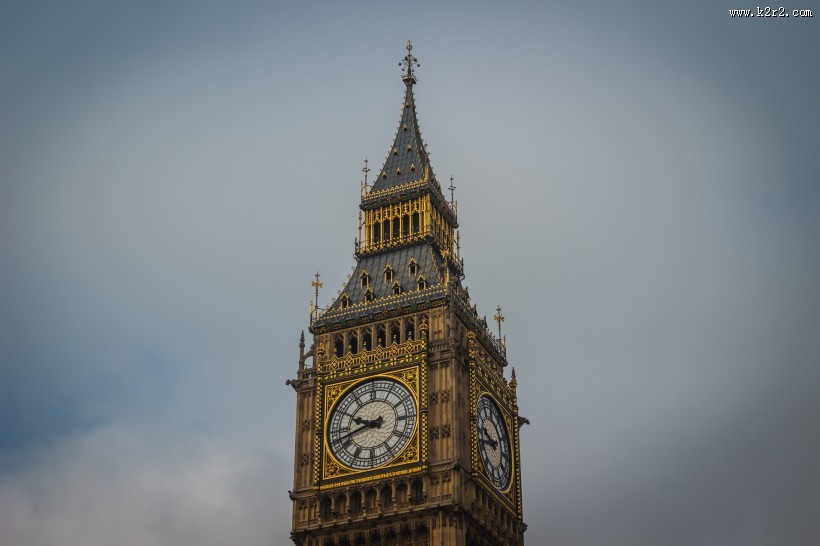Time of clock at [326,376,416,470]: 9:42
